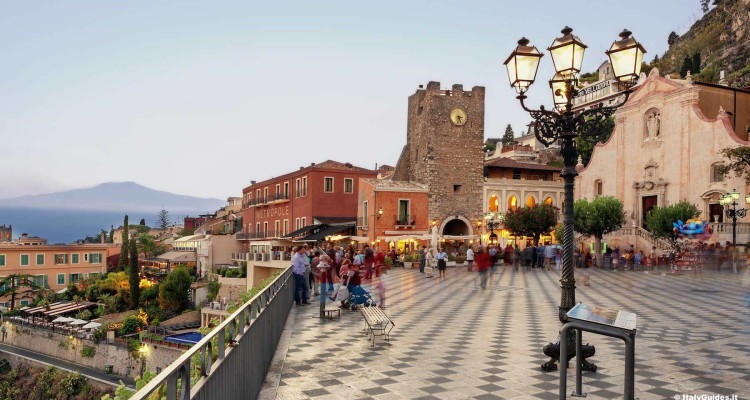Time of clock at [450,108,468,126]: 3:27
